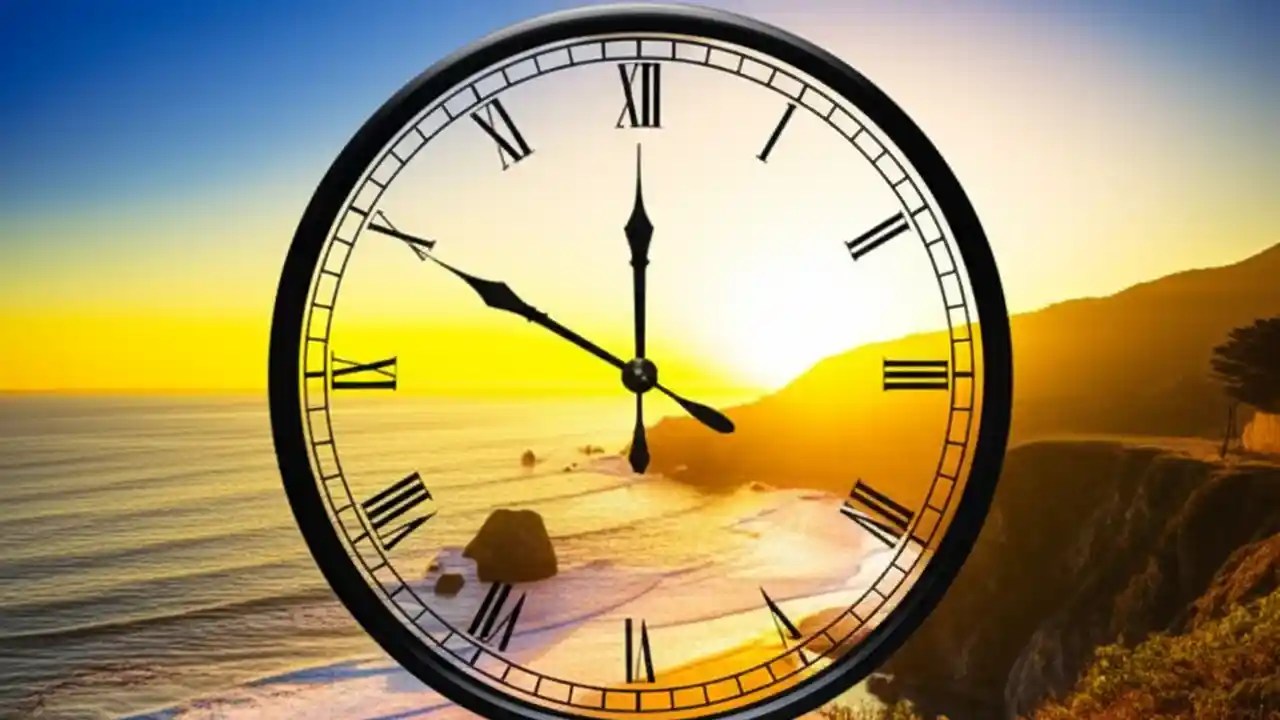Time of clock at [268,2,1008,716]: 11:49
